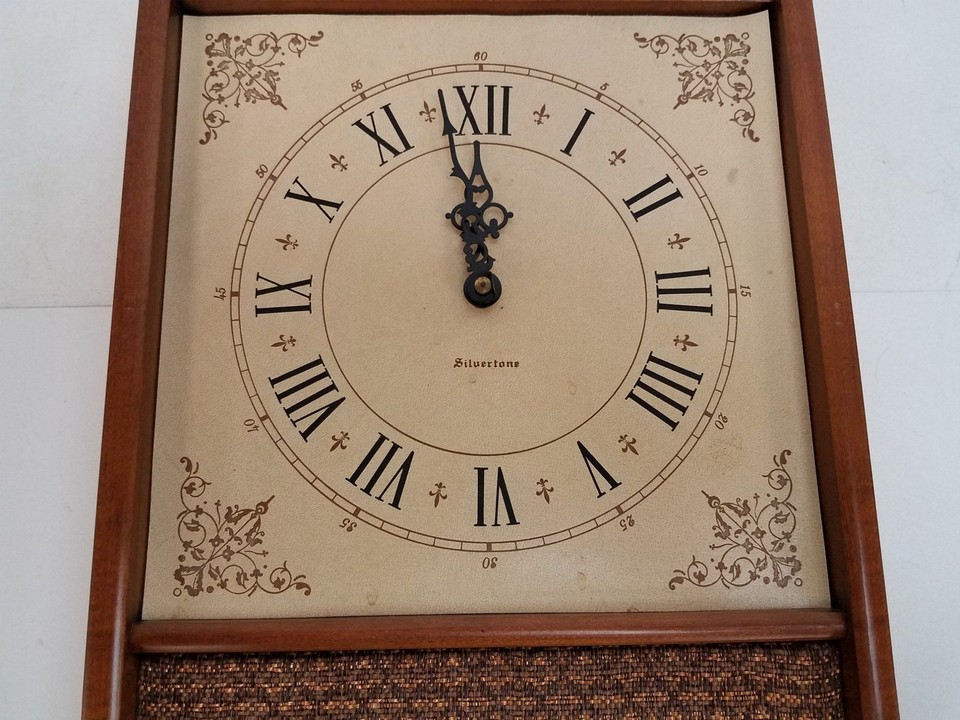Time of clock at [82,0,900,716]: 11:58
